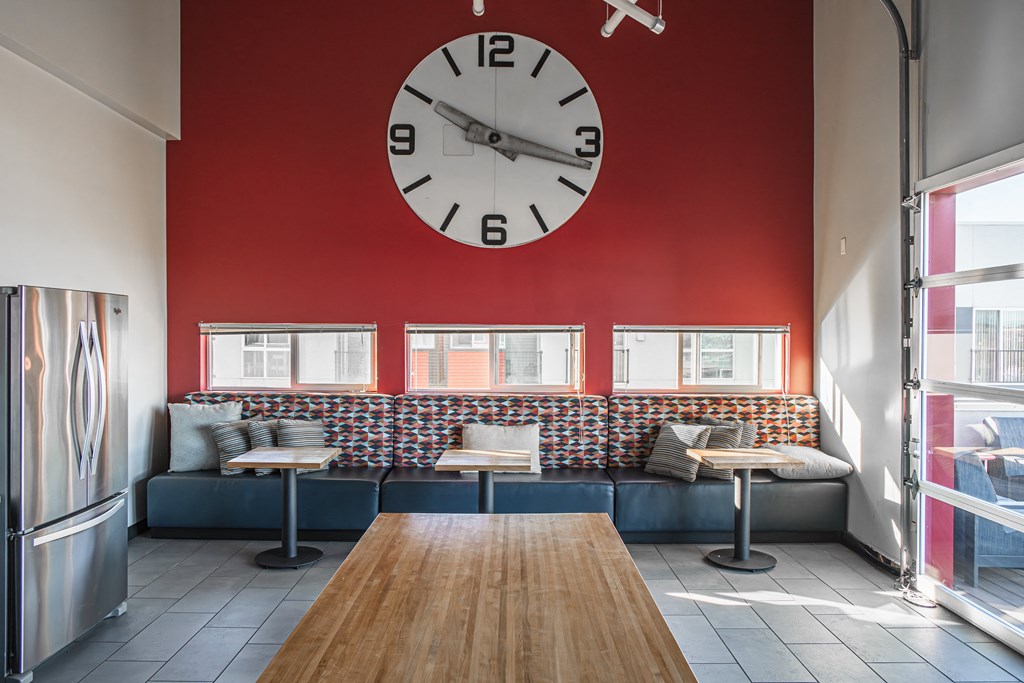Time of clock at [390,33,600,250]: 10:17
